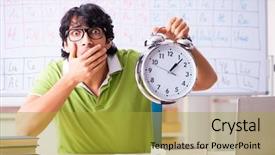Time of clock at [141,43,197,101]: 1:06
